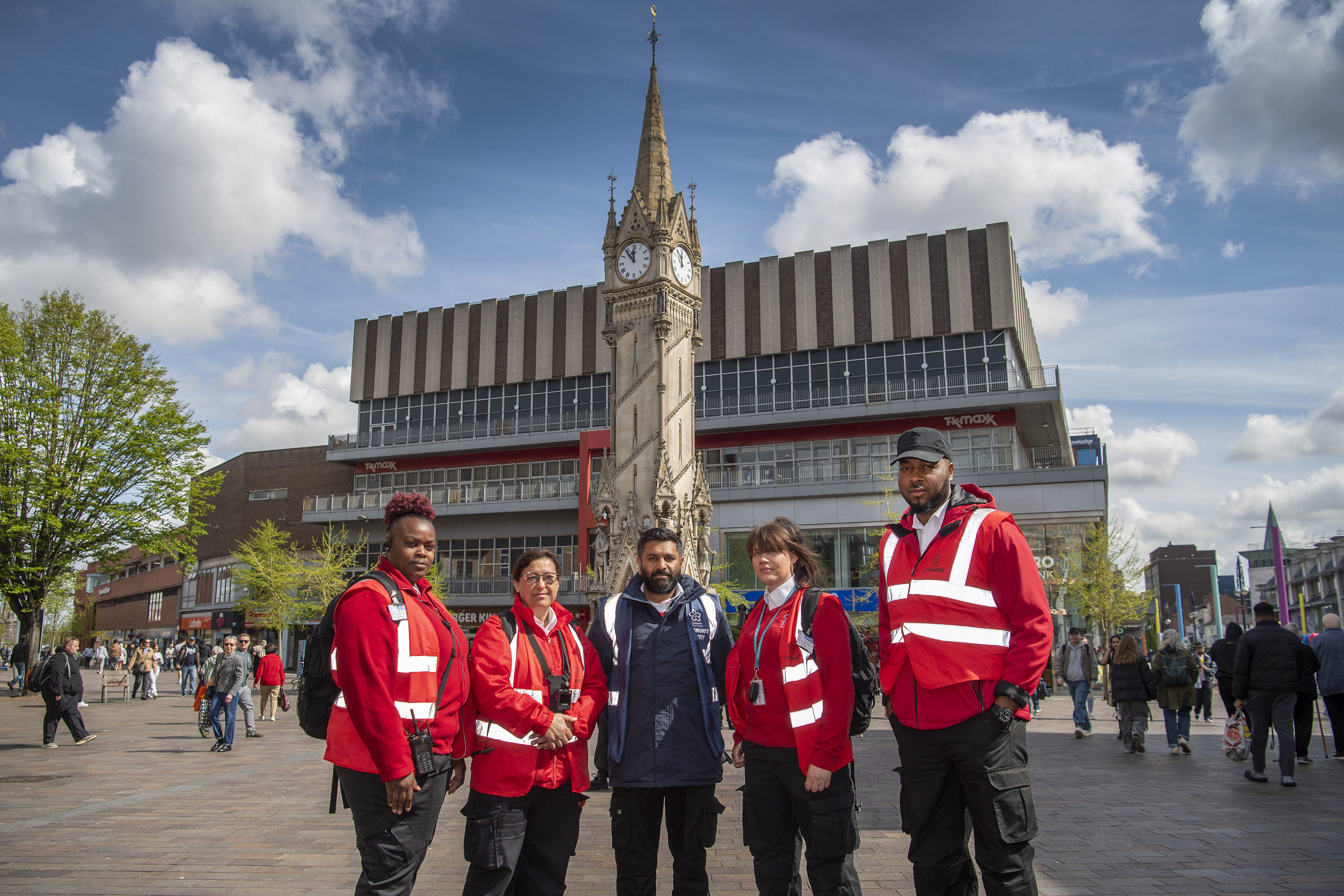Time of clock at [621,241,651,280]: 11:53
